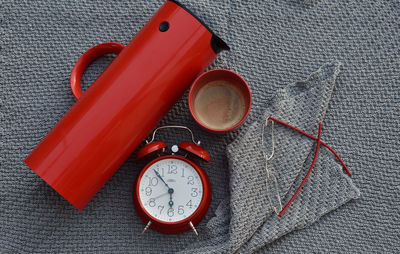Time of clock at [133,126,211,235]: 5:53
